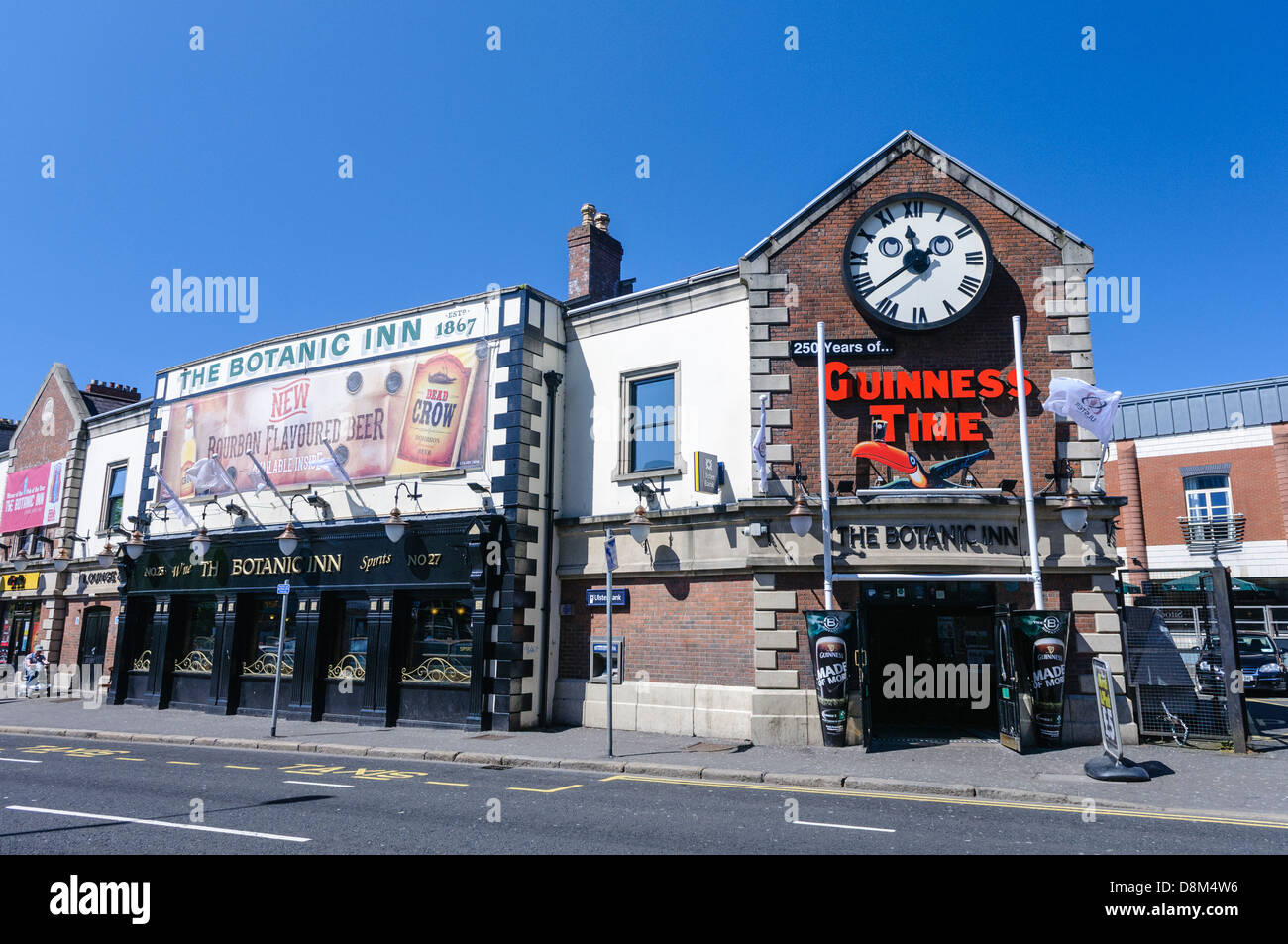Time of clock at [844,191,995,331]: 11:38
